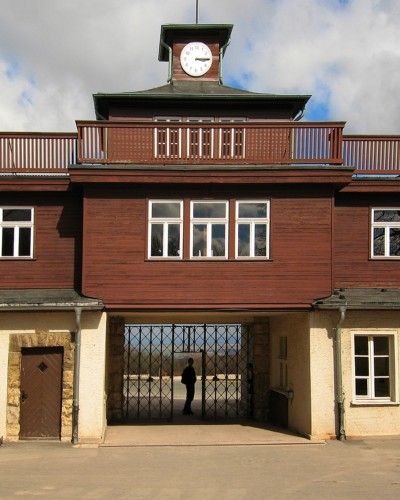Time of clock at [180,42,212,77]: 3:14
